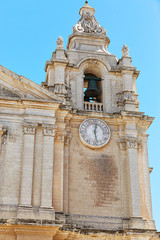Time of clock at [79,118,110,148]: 12:27
